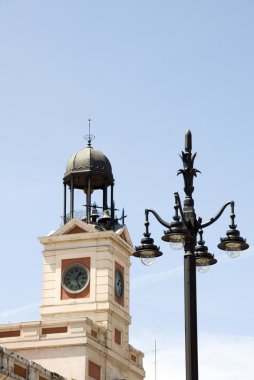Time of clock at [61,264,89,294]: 1:25
